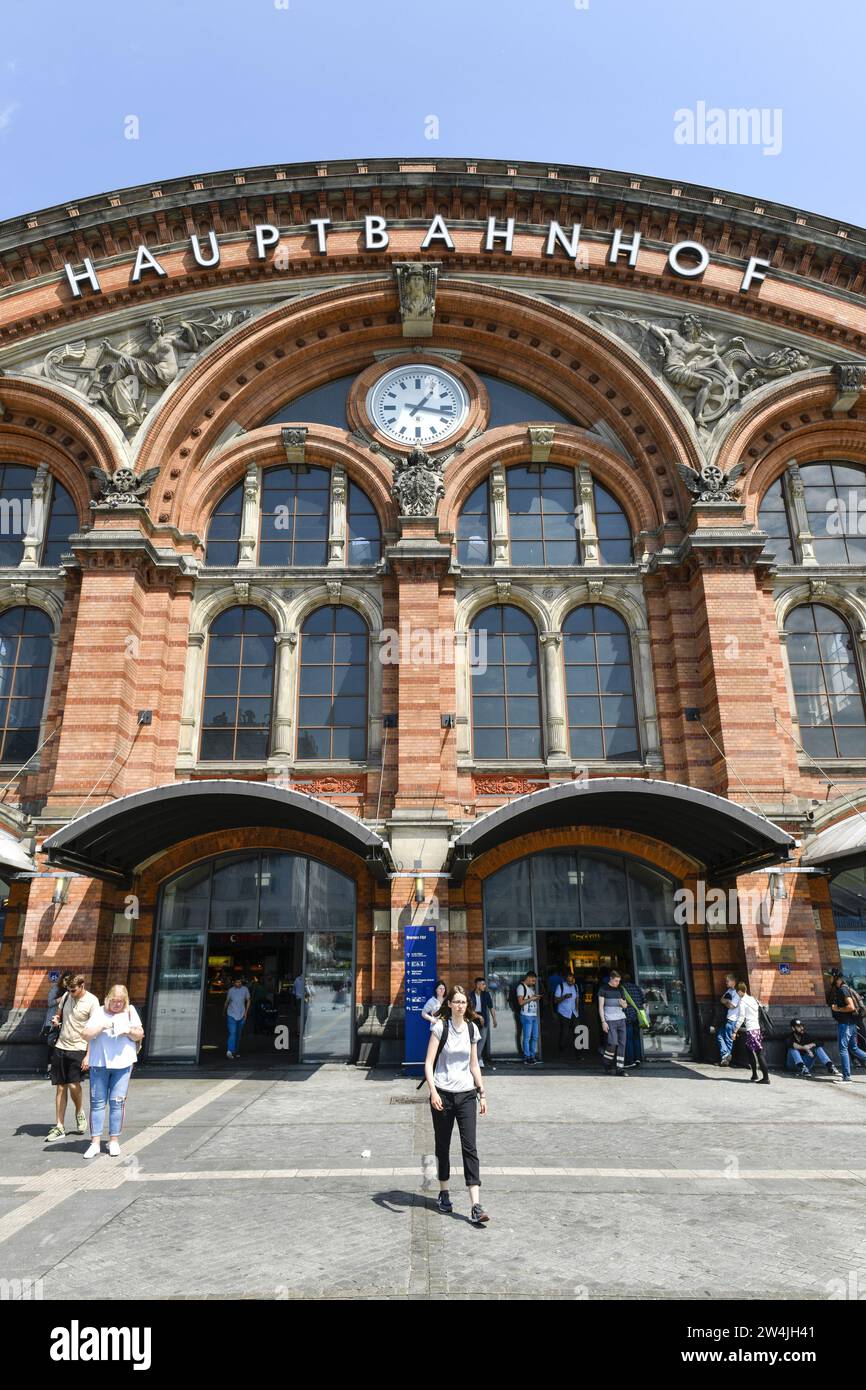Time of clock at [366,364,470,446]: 1:16
